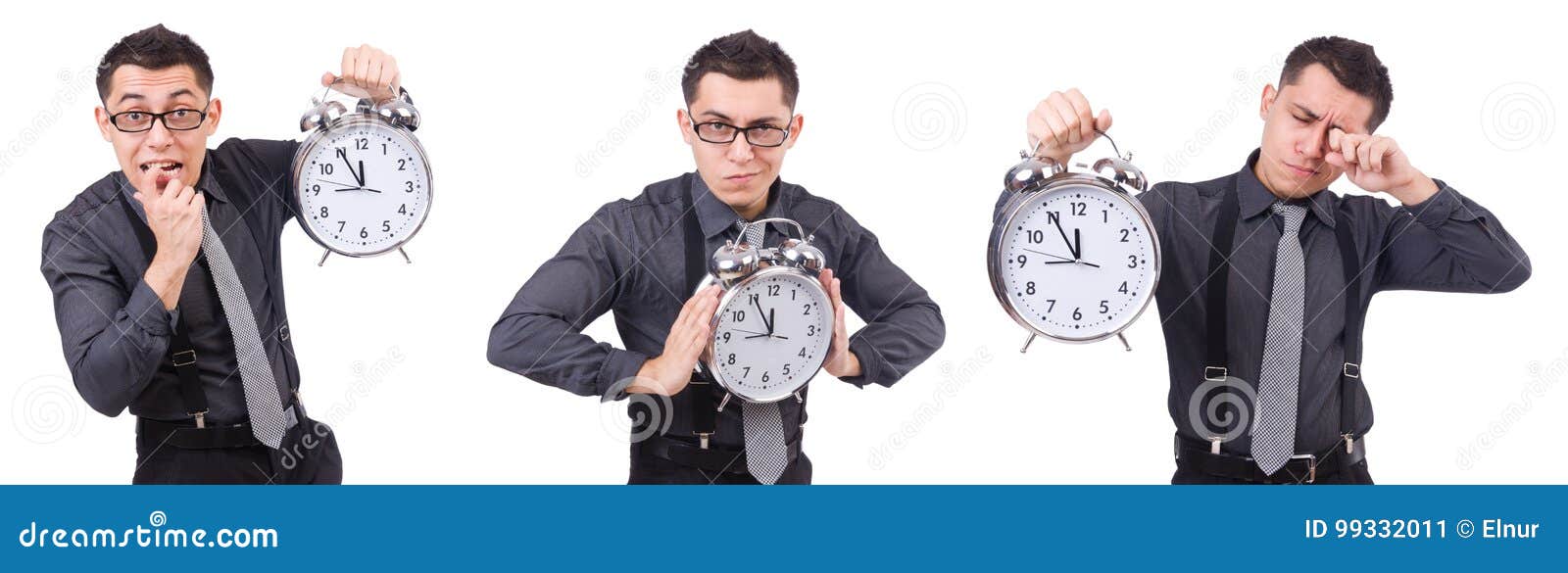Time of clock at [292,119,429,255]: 11:54
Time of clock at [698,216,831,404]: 11:55
